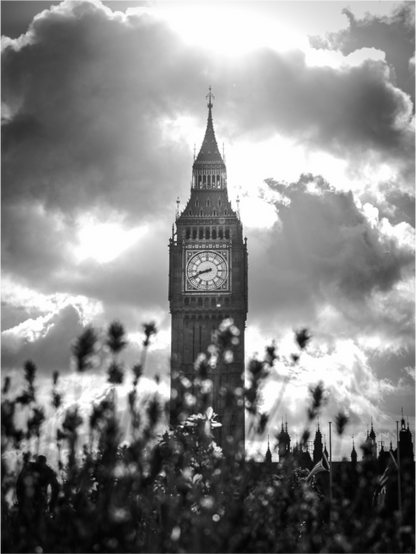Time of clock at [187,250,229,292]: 8:41
